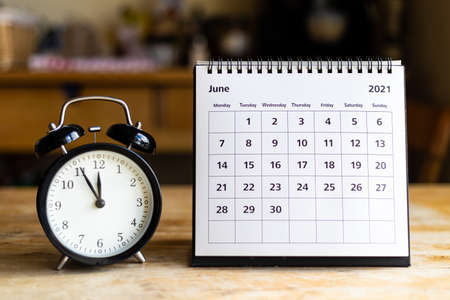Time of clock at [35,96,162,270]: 11:55
